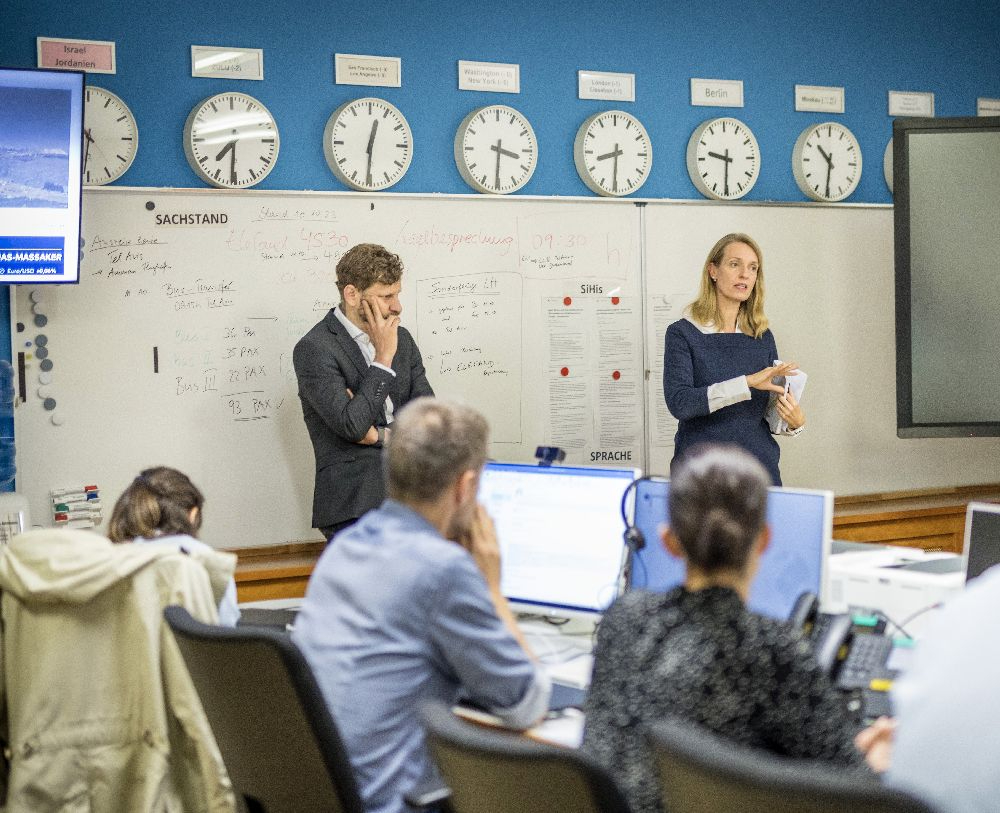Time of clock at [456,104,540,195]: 3:30
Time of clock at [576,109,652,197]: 8:30
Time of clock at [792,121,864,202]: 10:30
